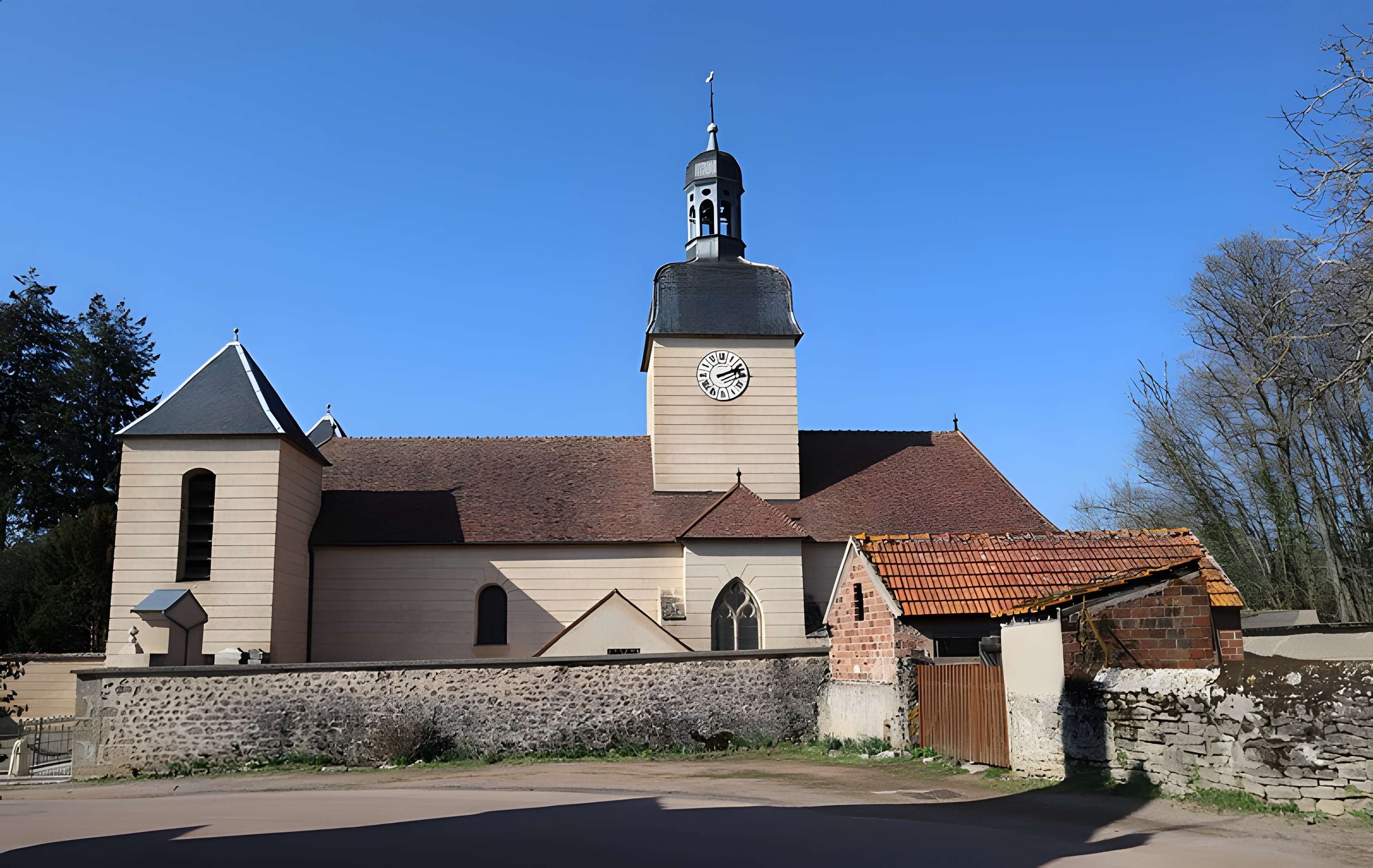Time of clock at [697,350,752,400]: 2:11
